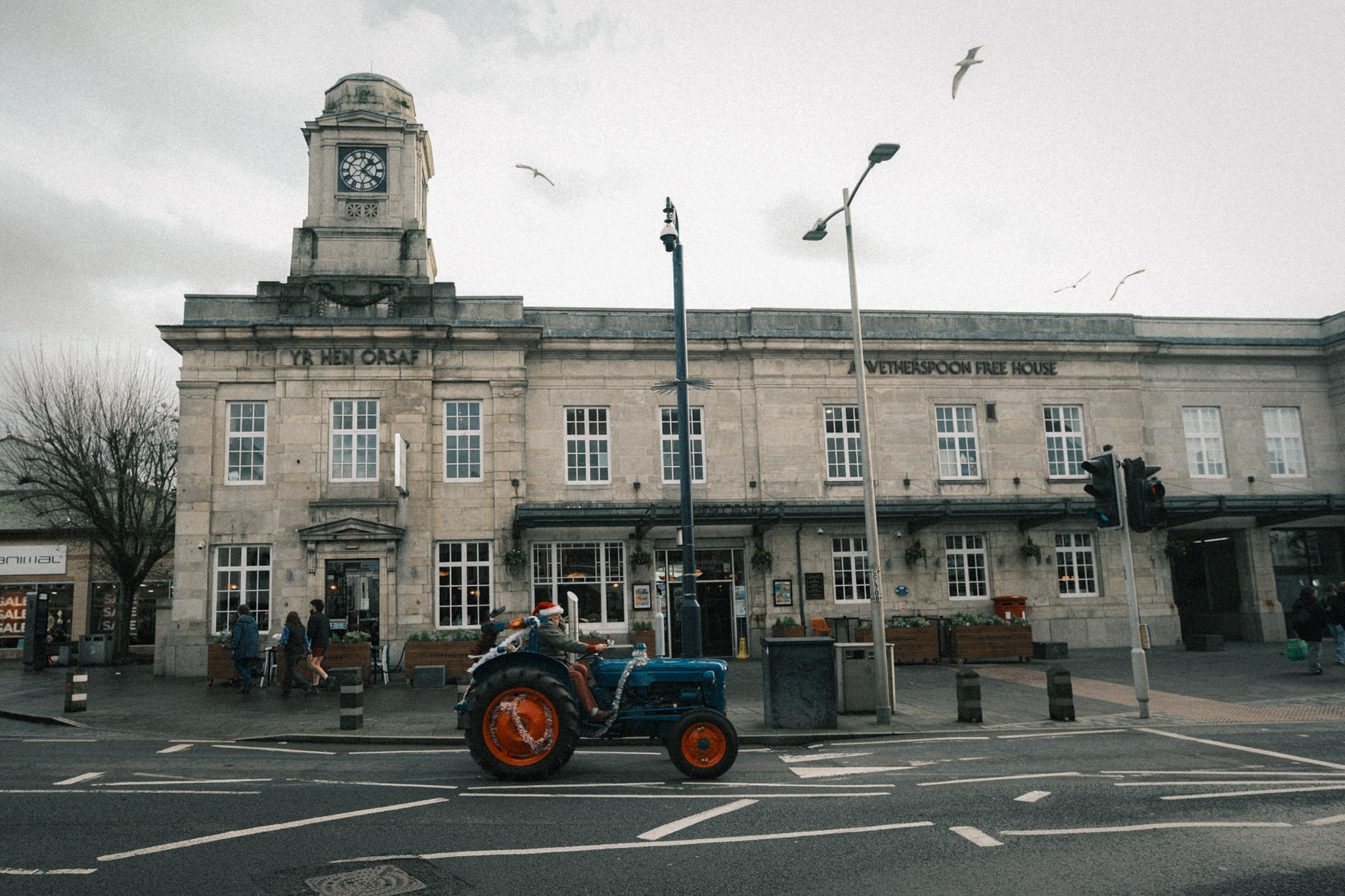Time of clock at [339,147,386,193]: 1:21
